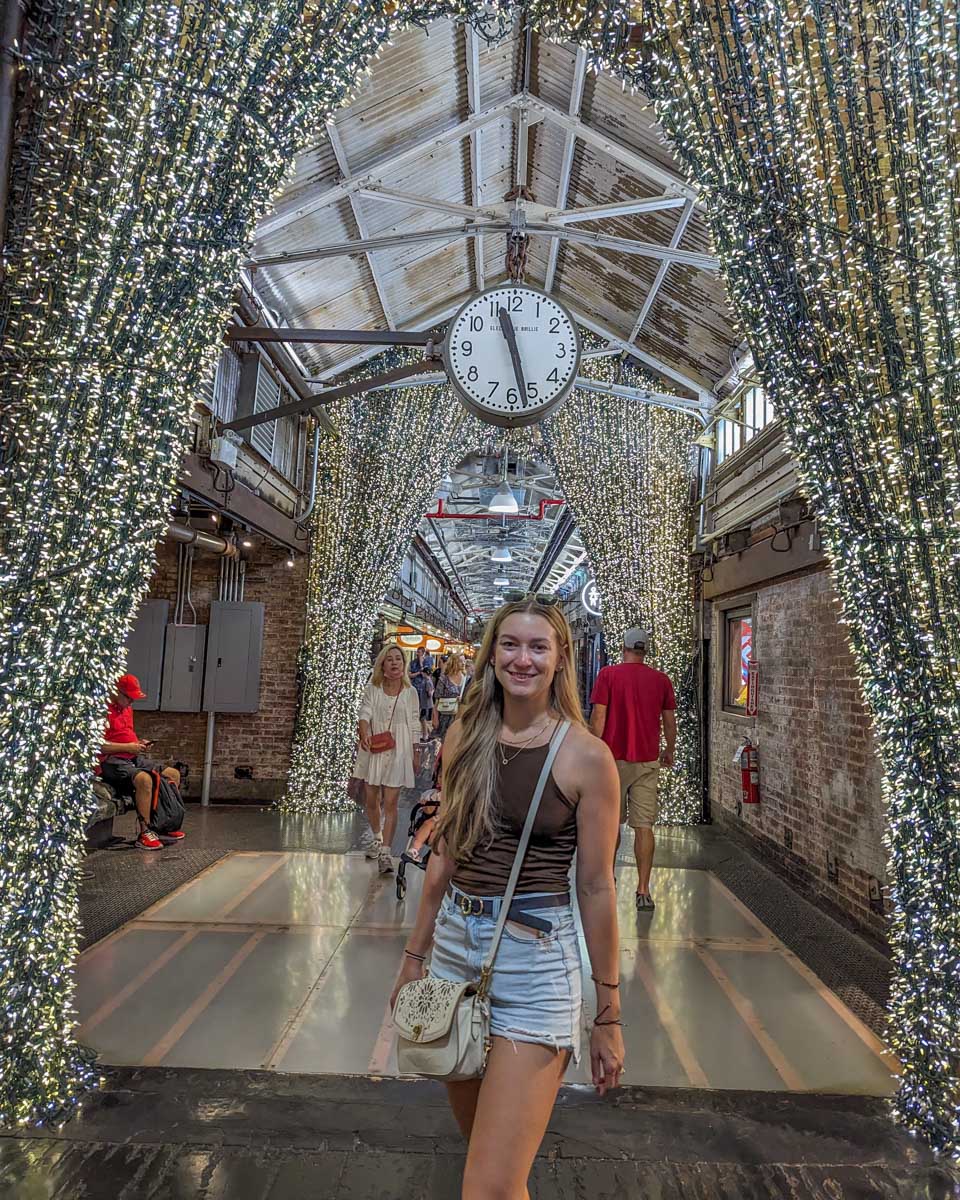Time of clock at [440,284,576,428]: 11:27
